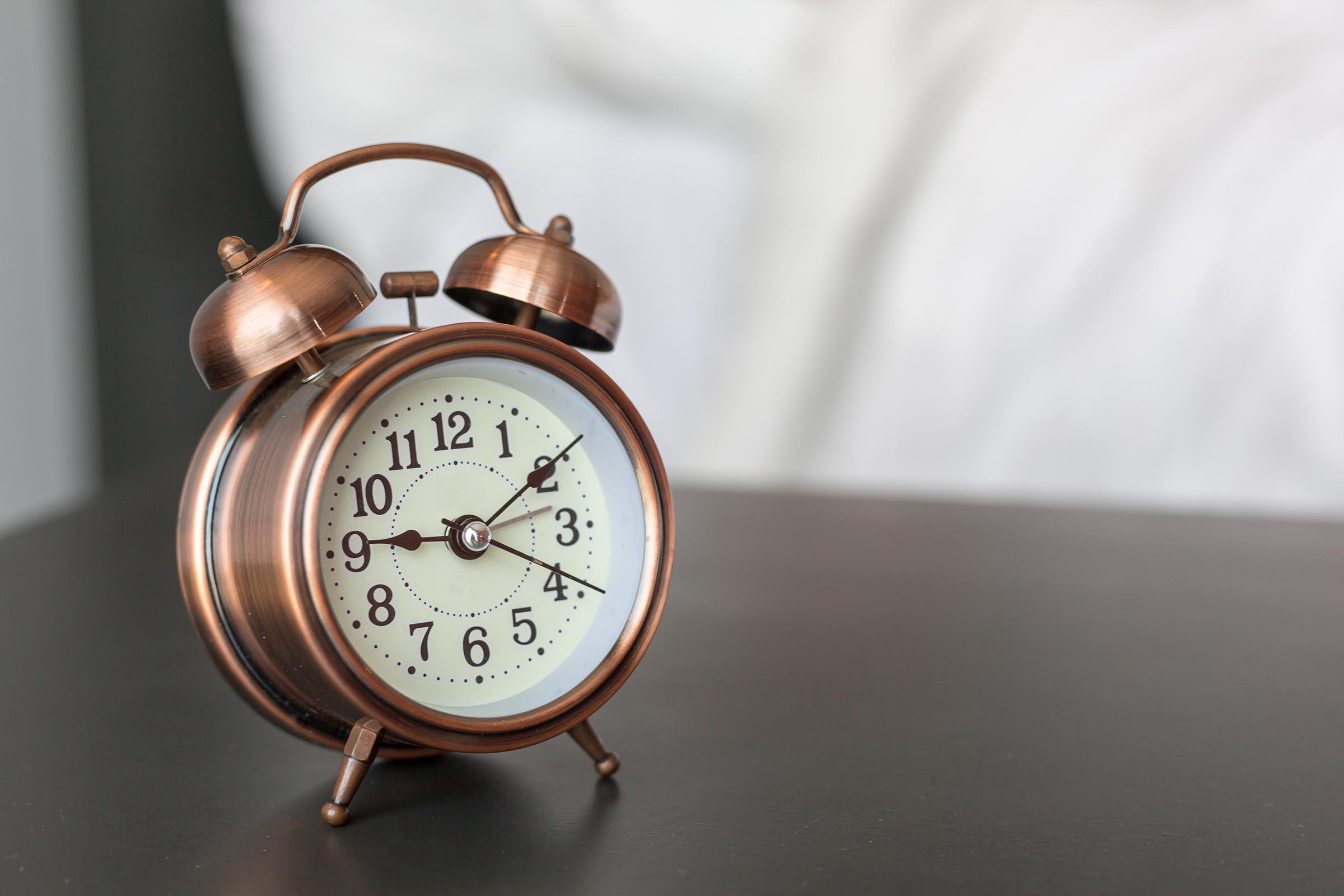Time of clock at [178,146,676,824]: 9:09
